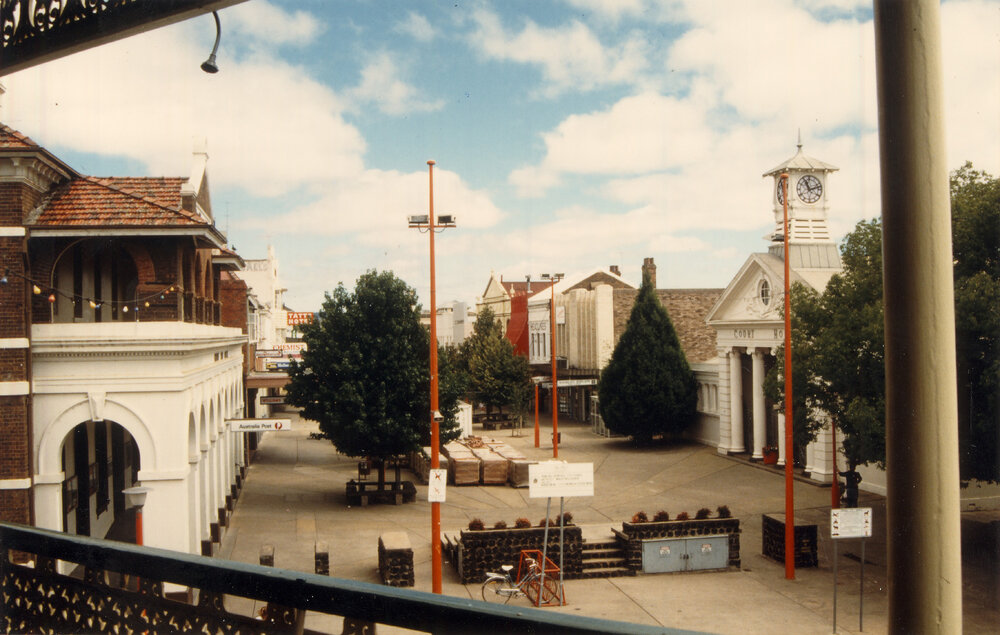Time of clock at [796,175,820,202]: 11:12
